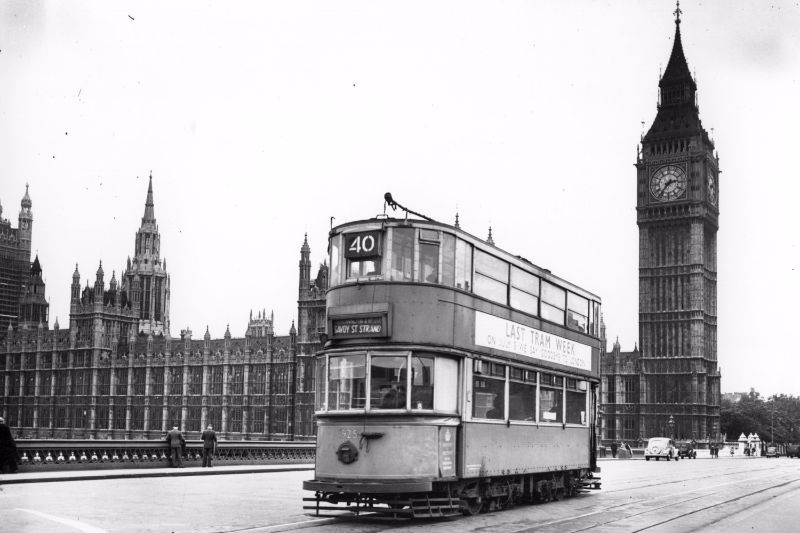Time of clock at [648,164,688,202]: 2:36
